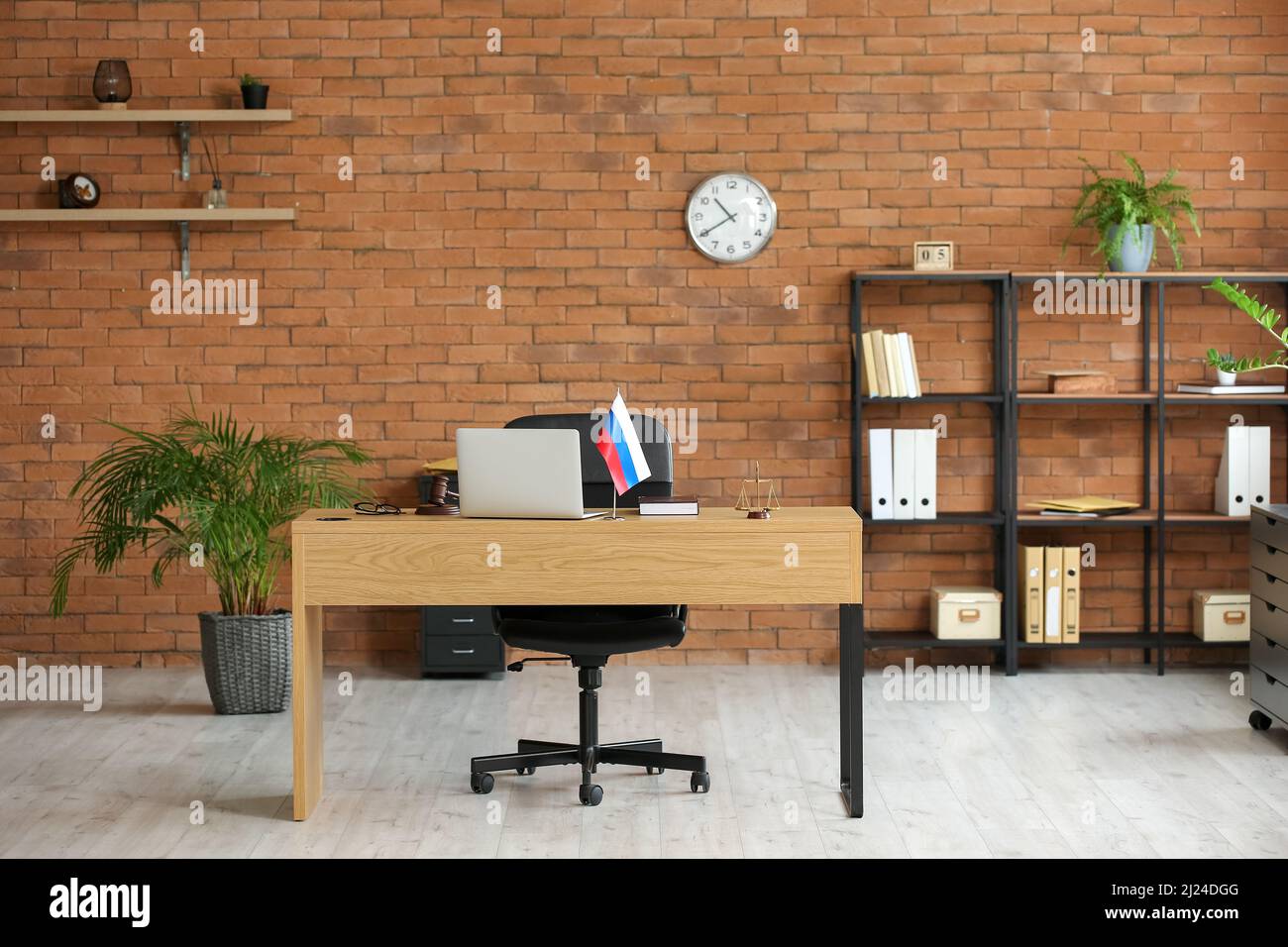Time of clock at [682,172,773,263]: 10:39
